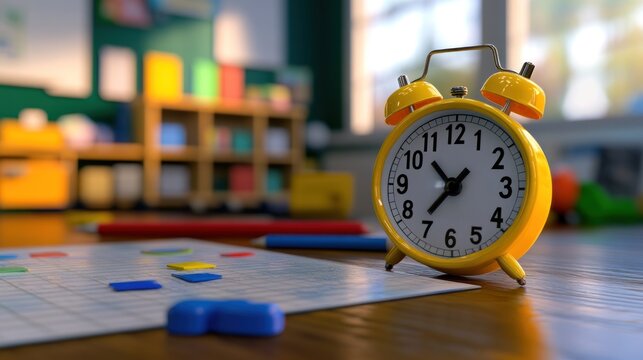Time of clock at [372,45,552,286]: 10:36
